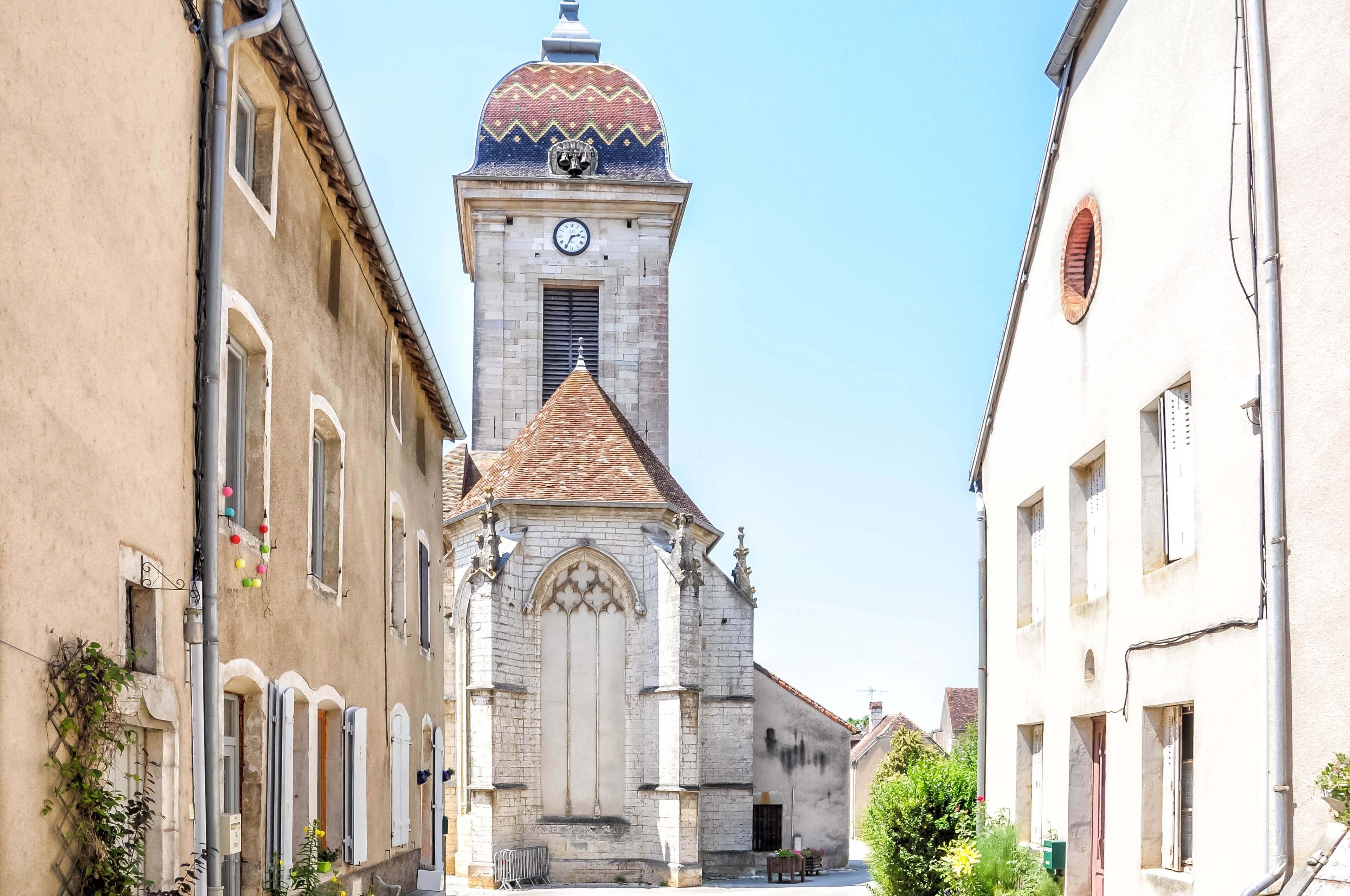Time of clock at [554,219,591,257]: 2:34
